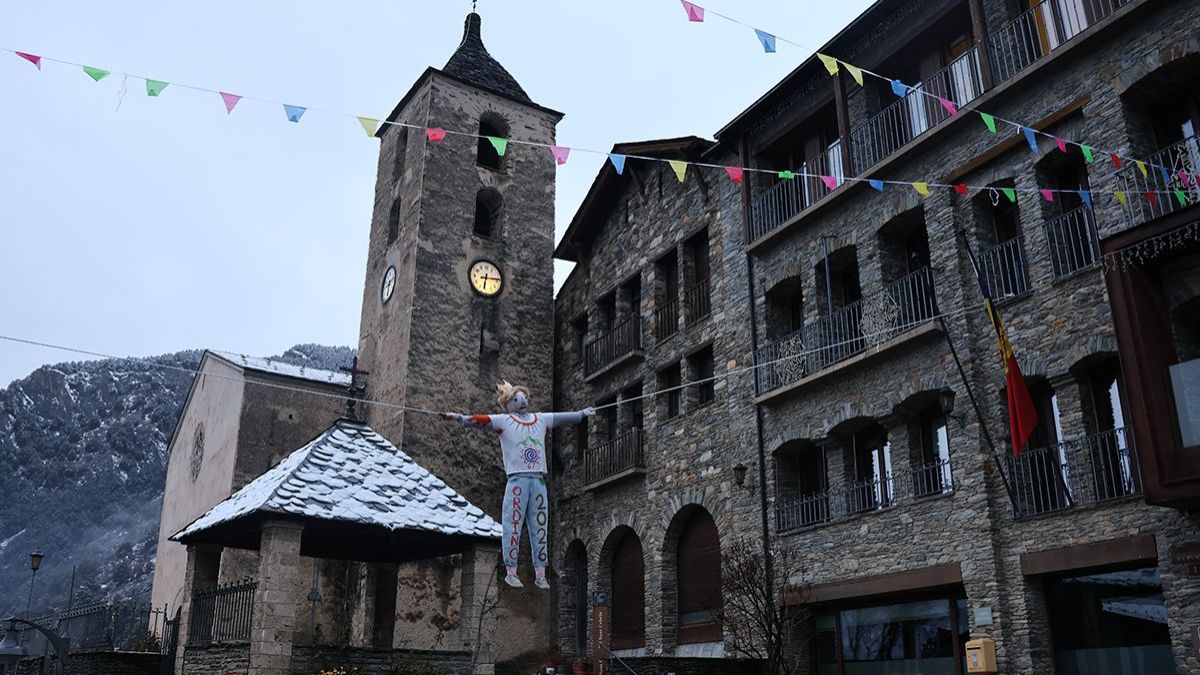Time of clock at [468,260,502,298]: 6:13
